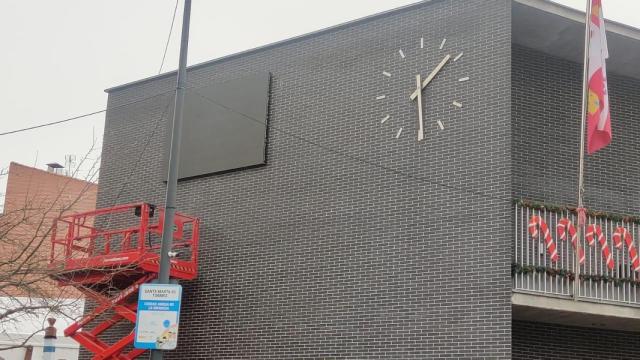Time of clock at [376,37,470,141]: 1:29
